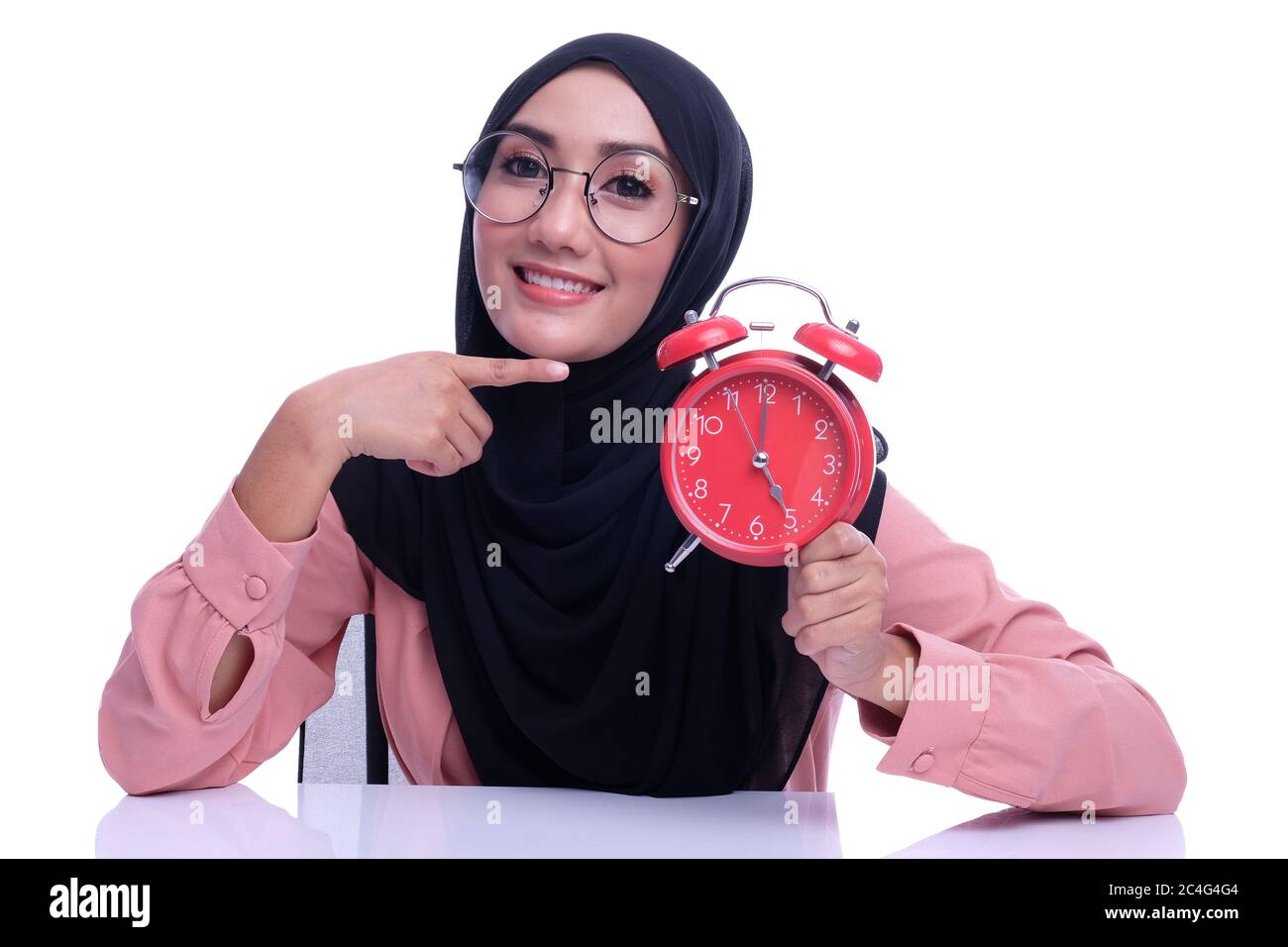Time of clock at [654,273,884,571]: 5:00
